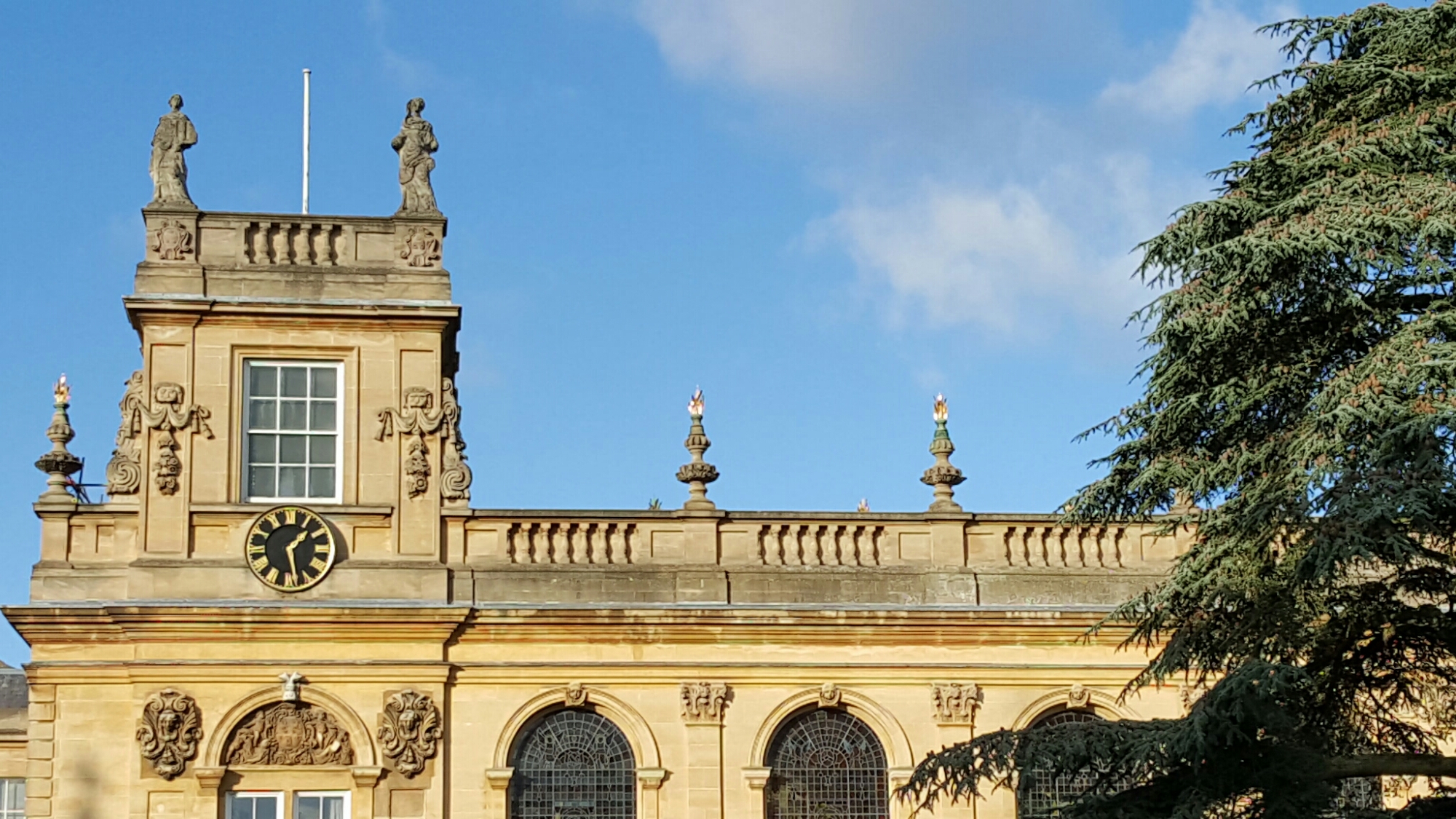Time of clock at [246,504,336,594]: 1:28
